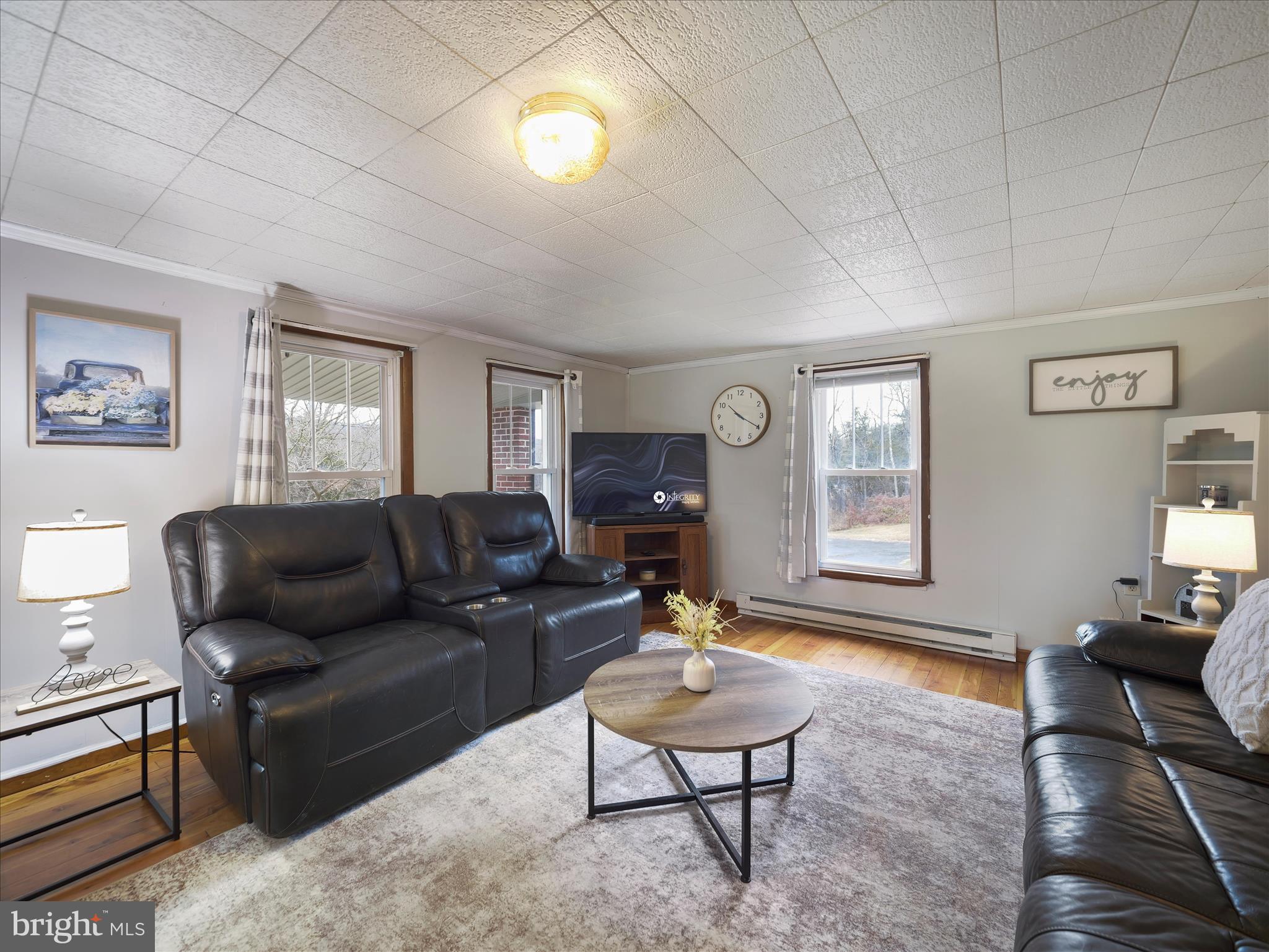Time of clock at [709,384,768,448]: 10:19
